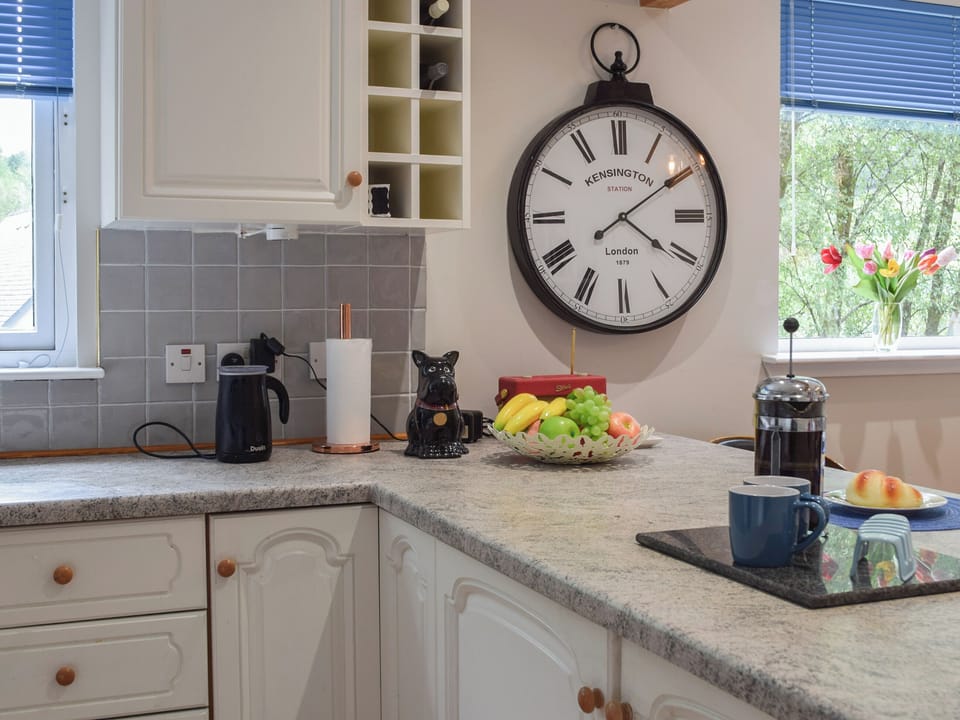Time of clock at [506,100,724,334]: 4:09
